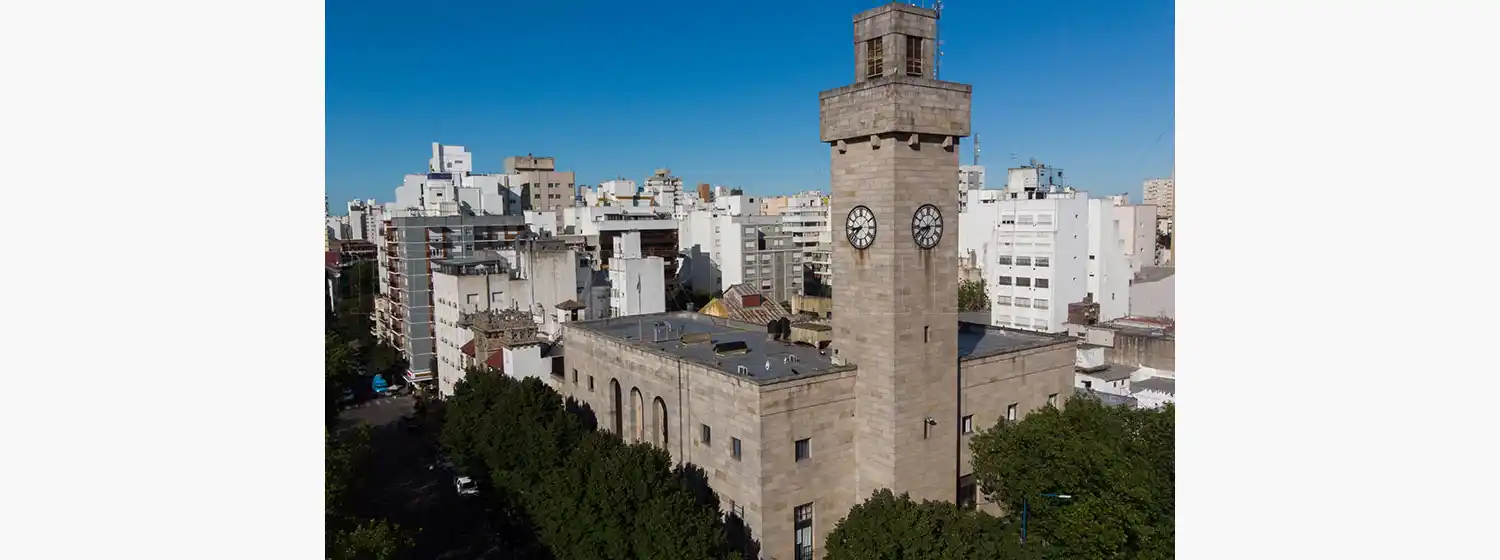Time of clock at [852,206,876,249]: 8:37
